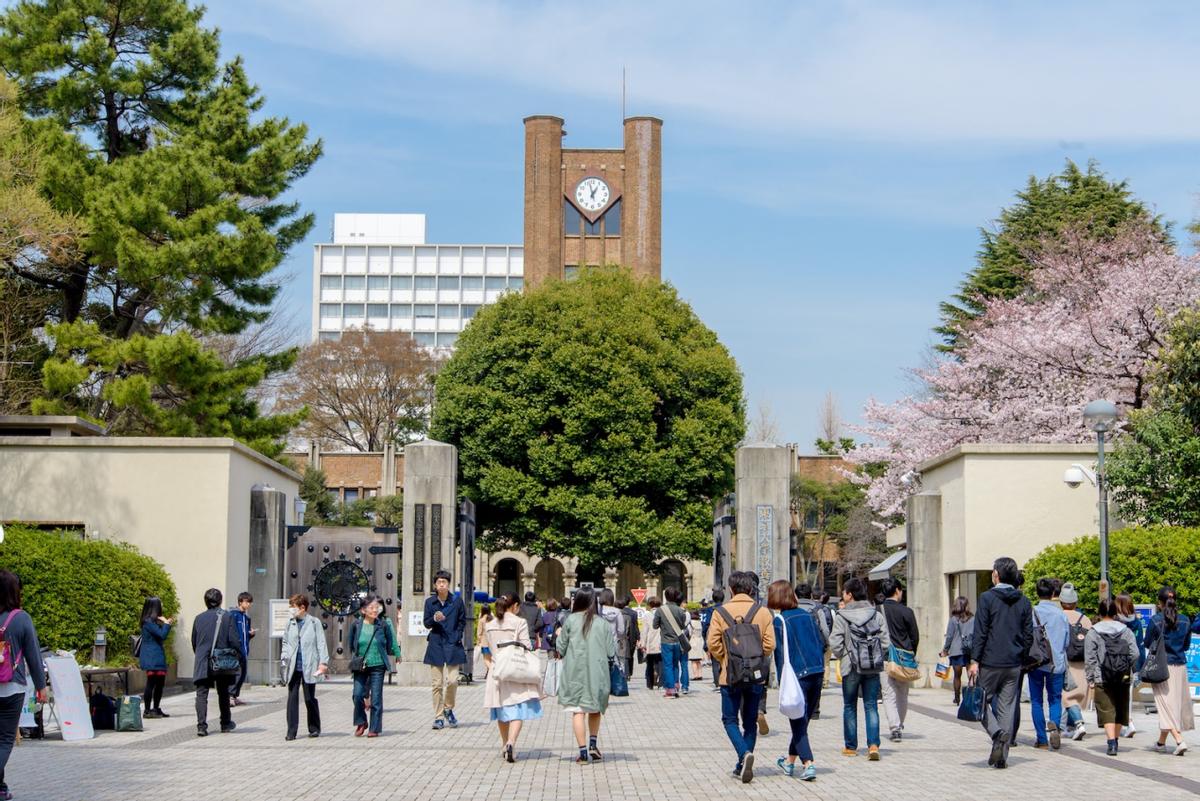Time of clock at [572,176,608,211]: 12:57
